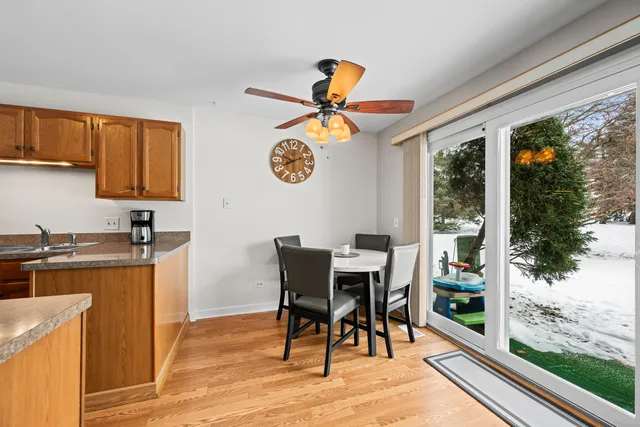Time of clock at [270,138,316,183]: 9:40
